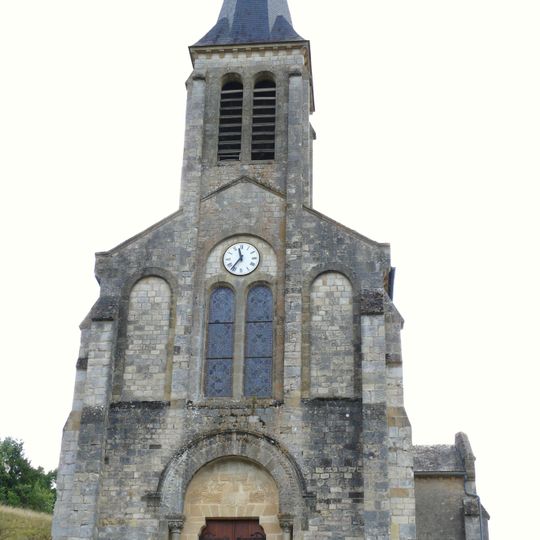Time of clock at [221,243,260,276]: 11:36
